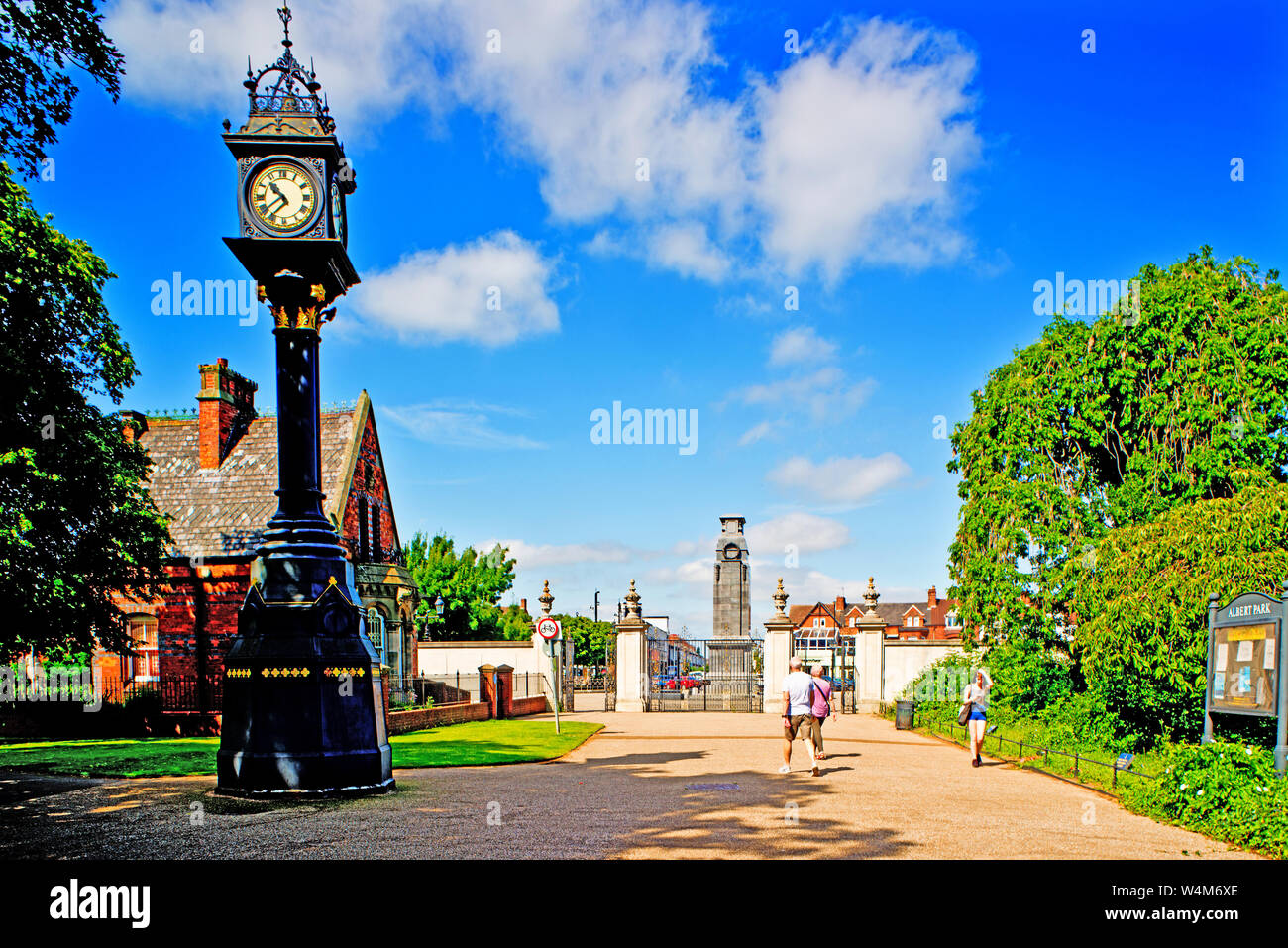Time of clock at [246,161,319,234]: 10:37
